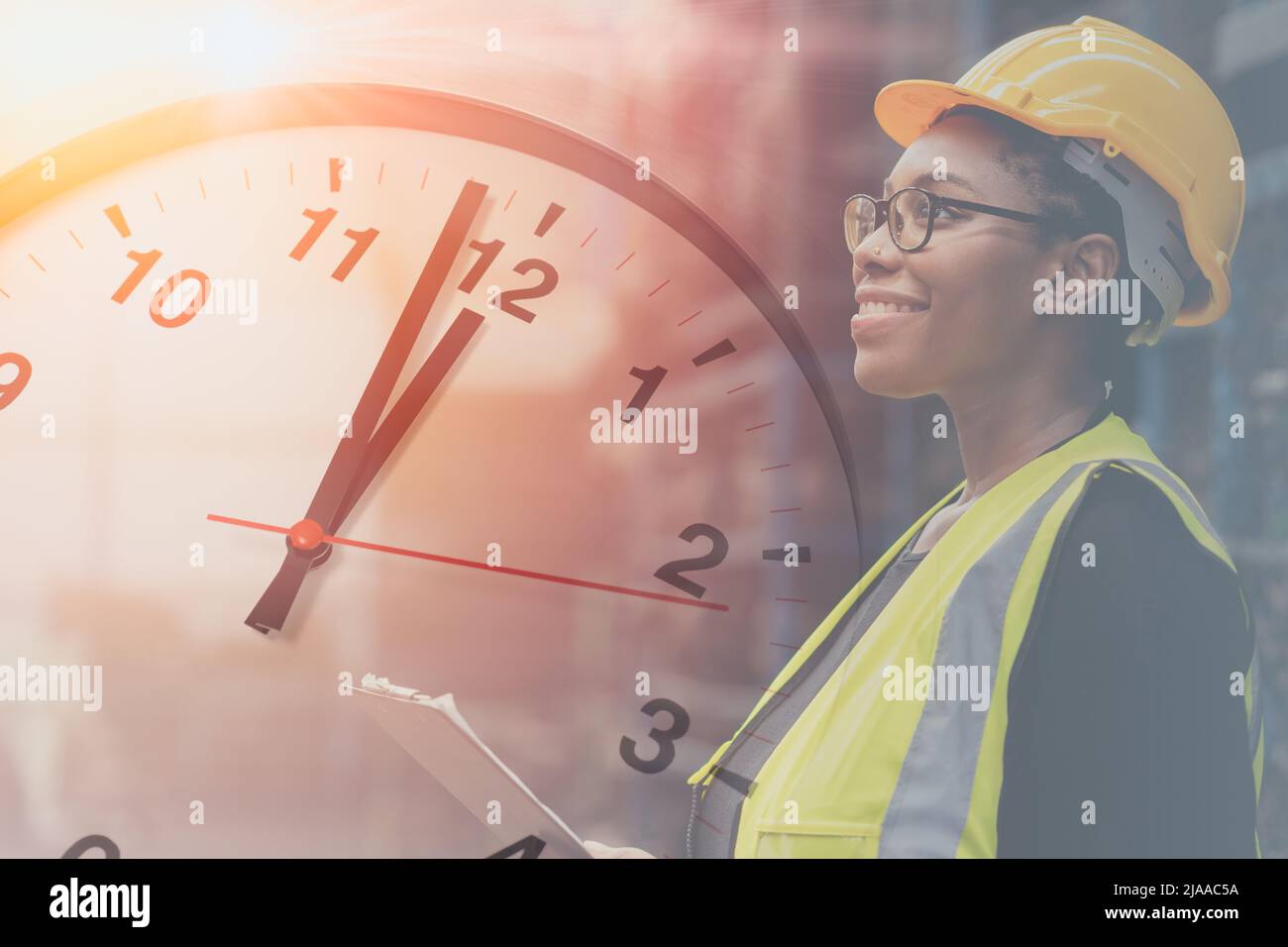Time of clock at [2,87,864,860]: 1:03
